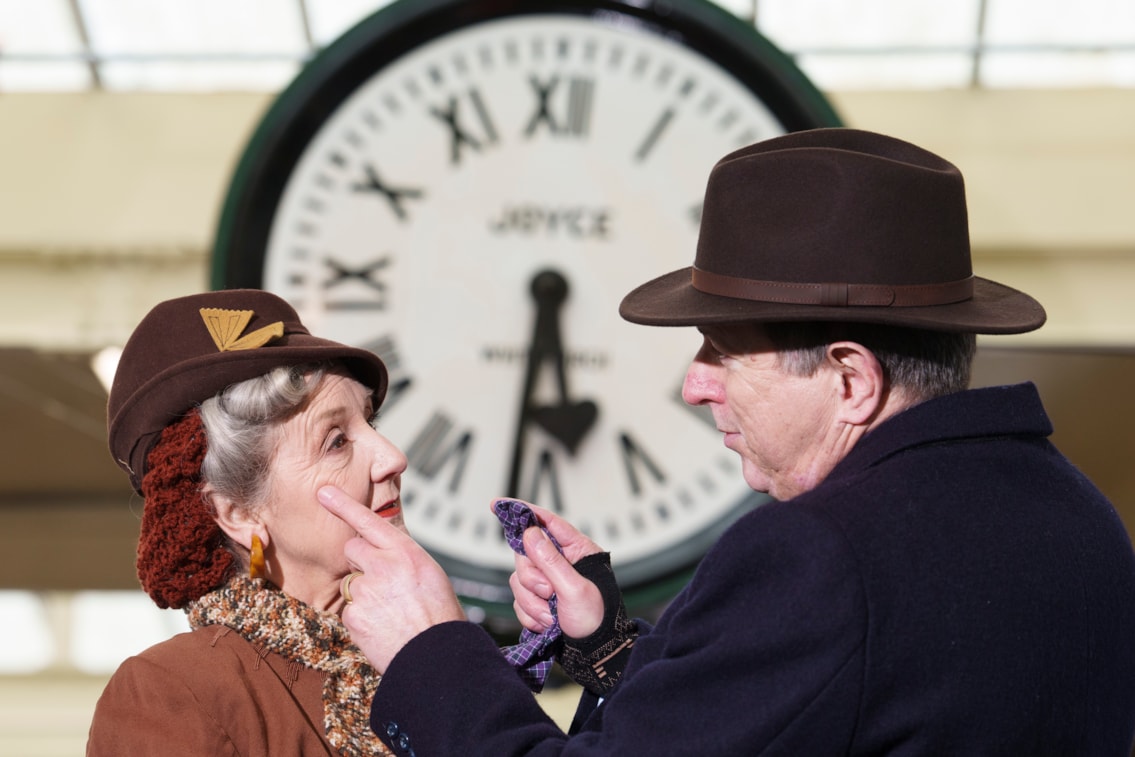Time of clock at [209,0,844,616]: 5:31
